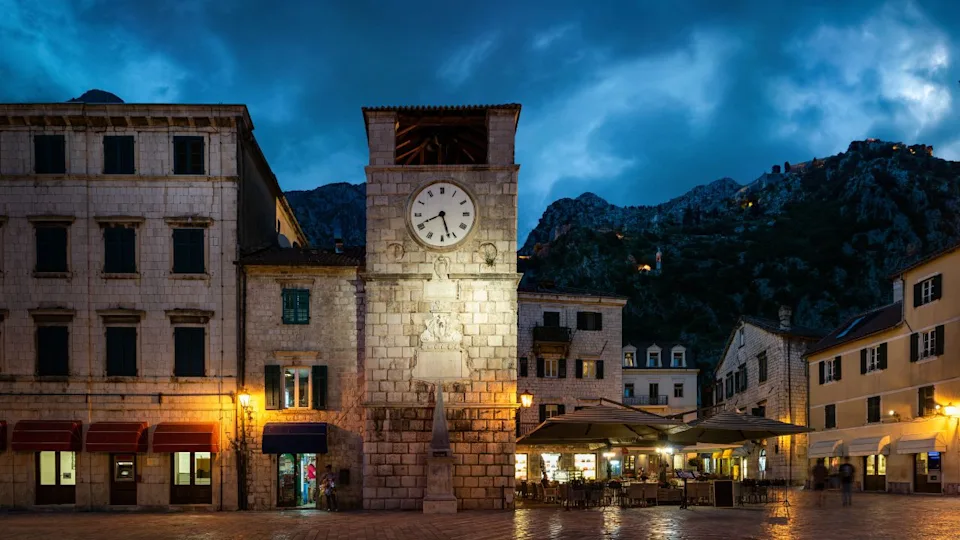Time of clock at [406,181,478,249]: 8:27
